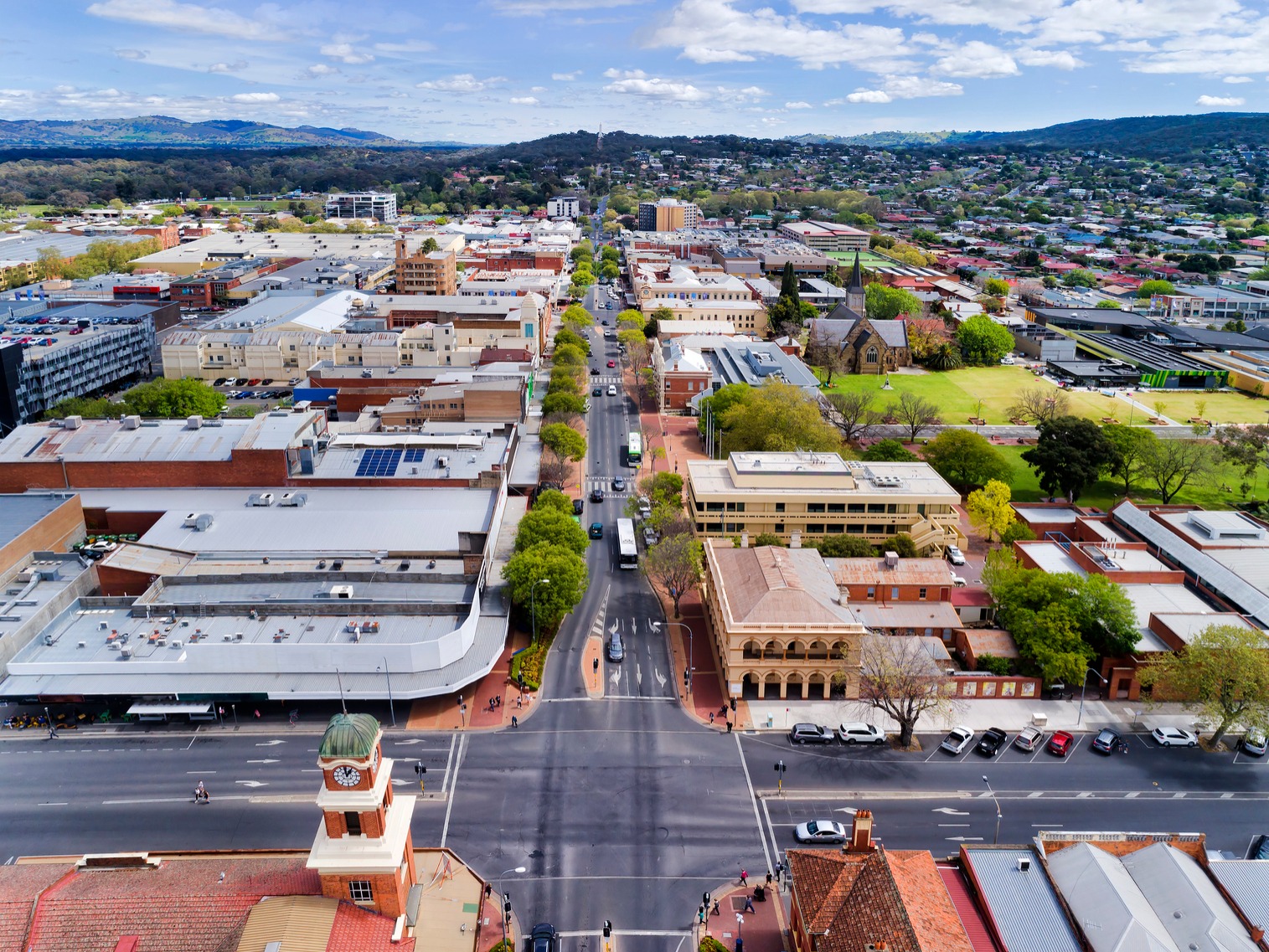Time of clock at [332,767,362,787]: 12:58
